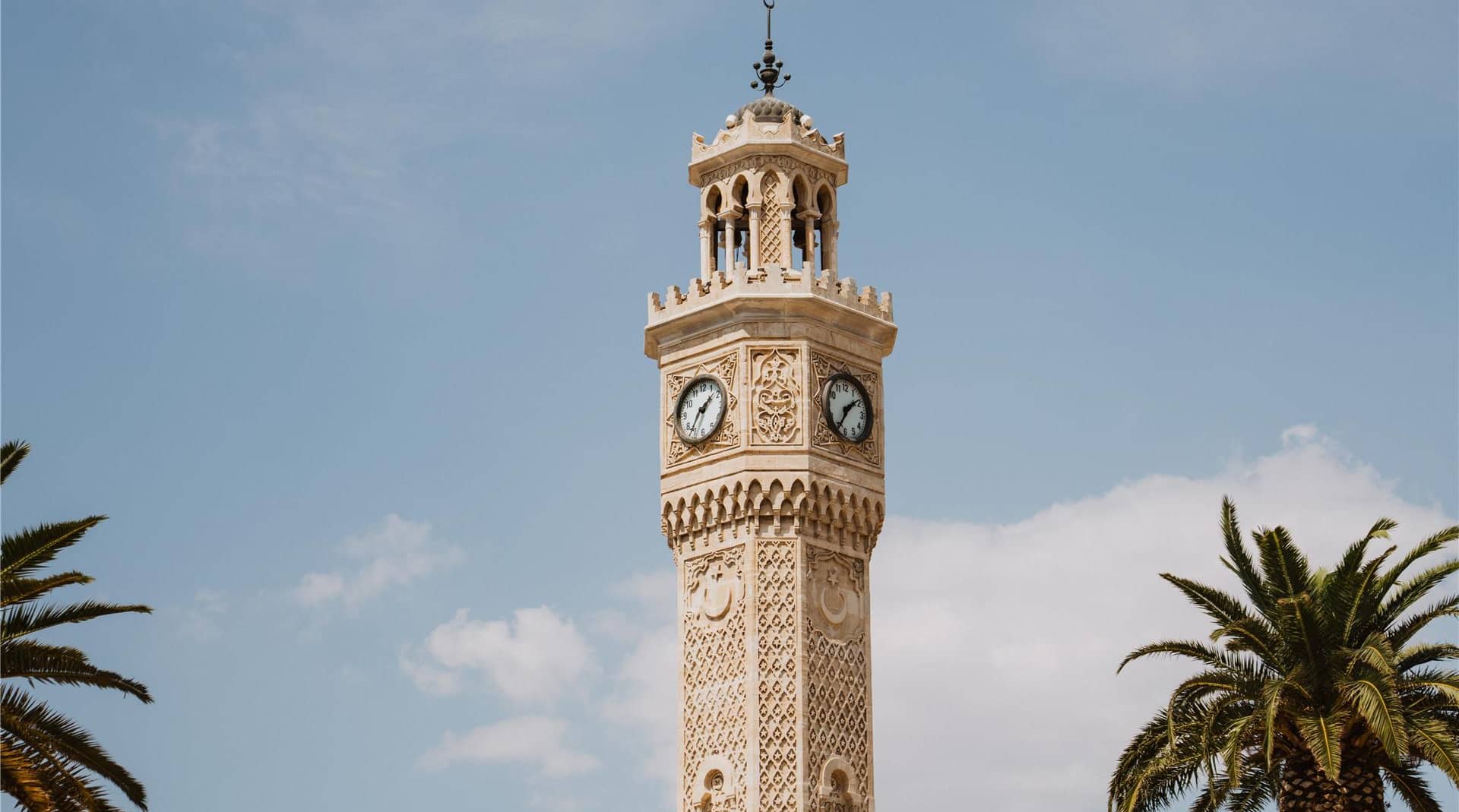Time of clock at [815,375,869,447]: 1:34
